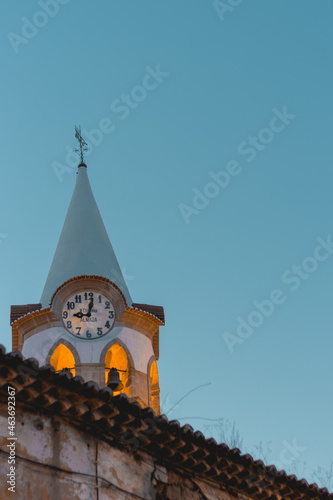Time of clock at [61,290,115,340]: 9:01
